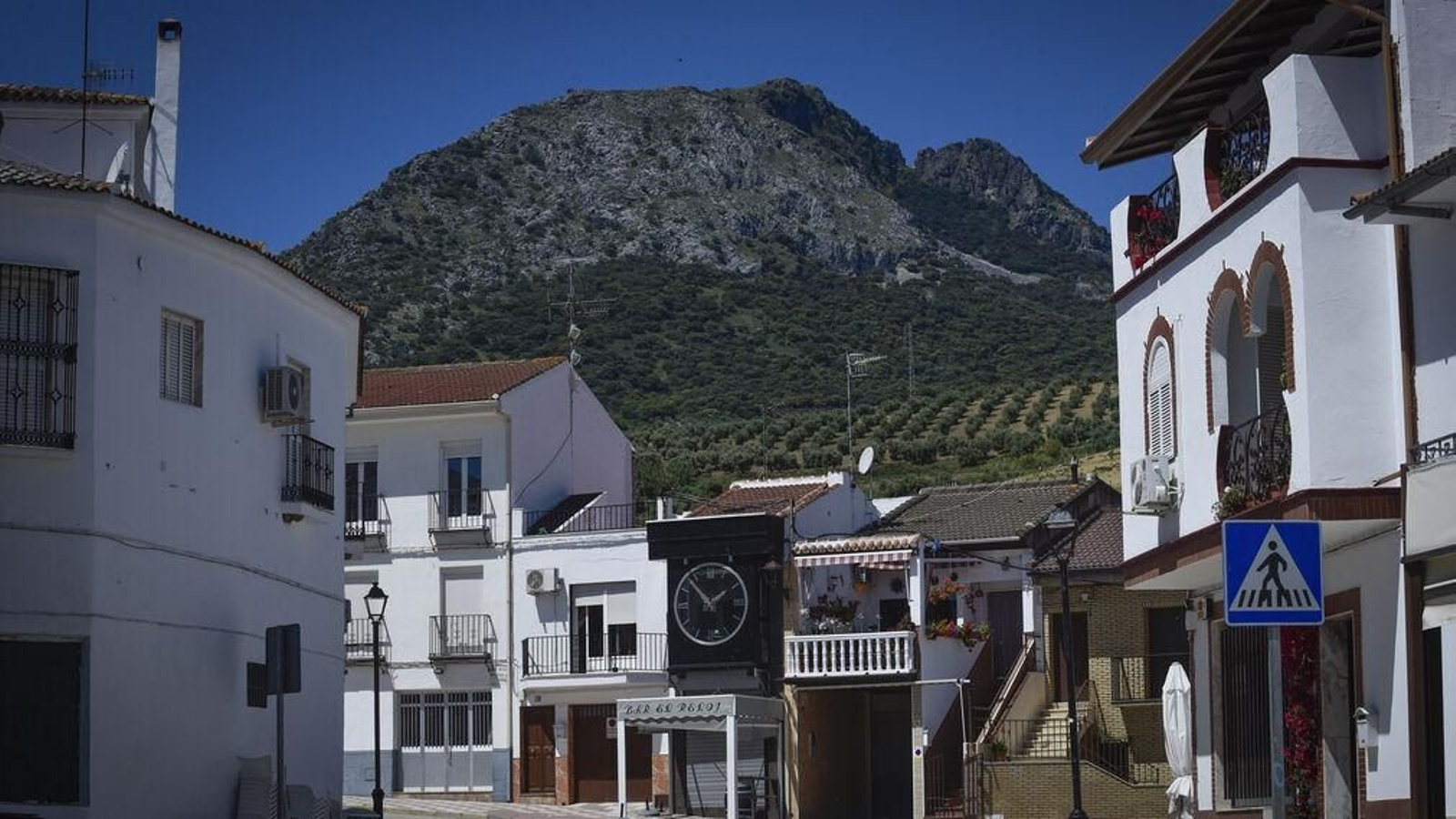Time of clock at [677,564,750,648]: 1:52
